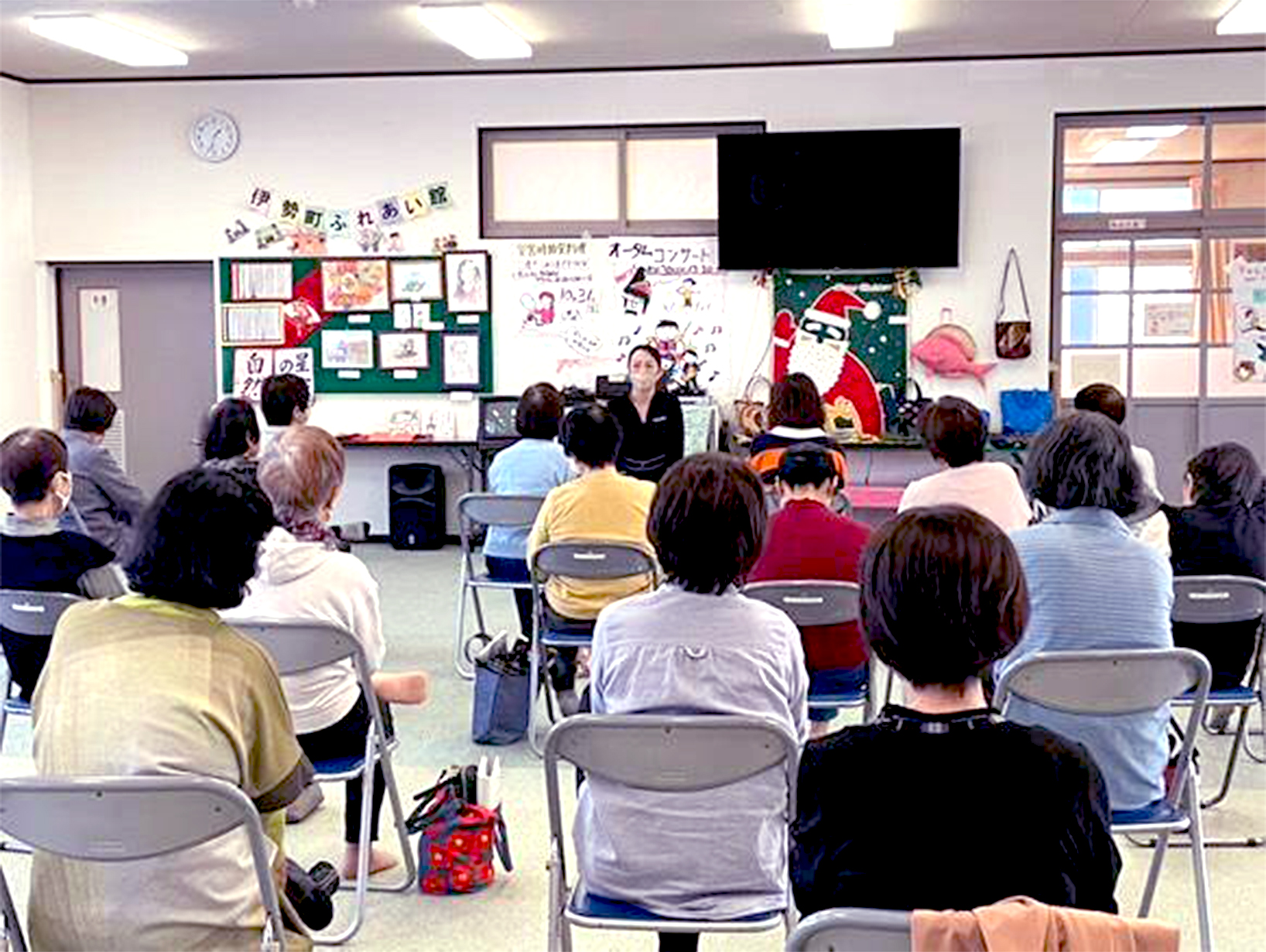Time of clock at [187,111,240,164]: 1:33
